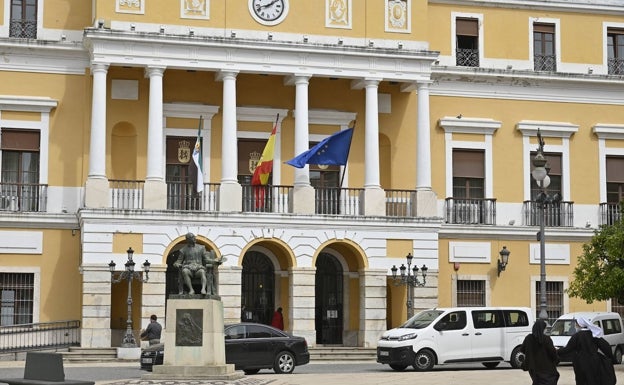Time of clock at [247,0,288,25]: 1:42
